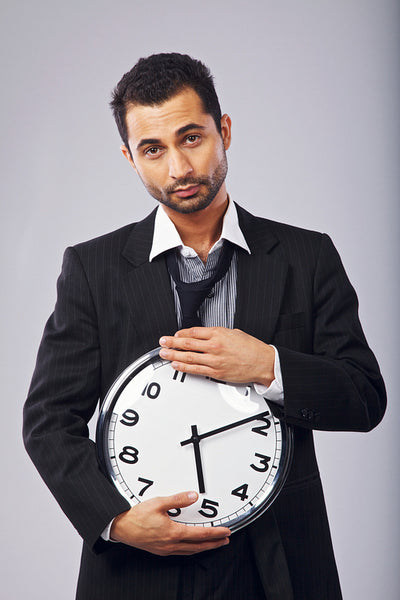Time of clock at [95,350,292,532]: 5:08
